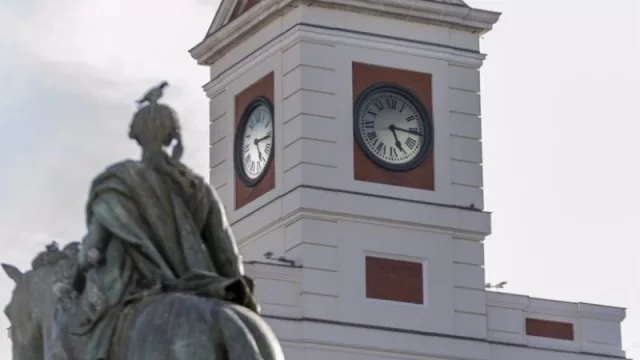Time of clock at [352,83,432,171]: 5:15
